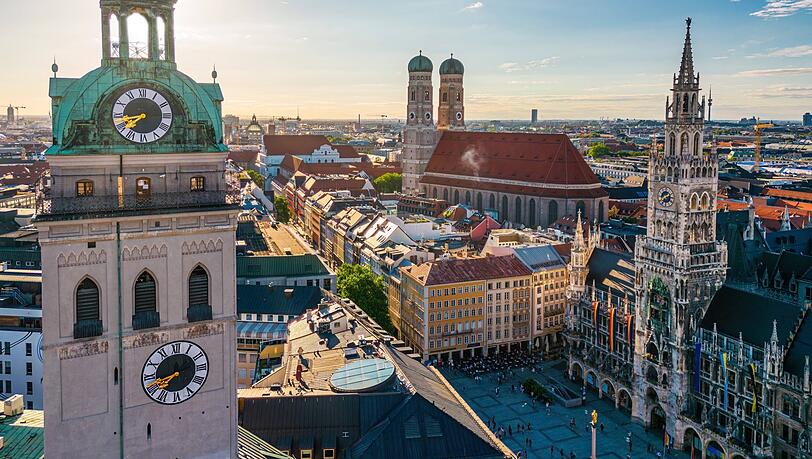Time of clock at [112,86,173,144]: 7:43
